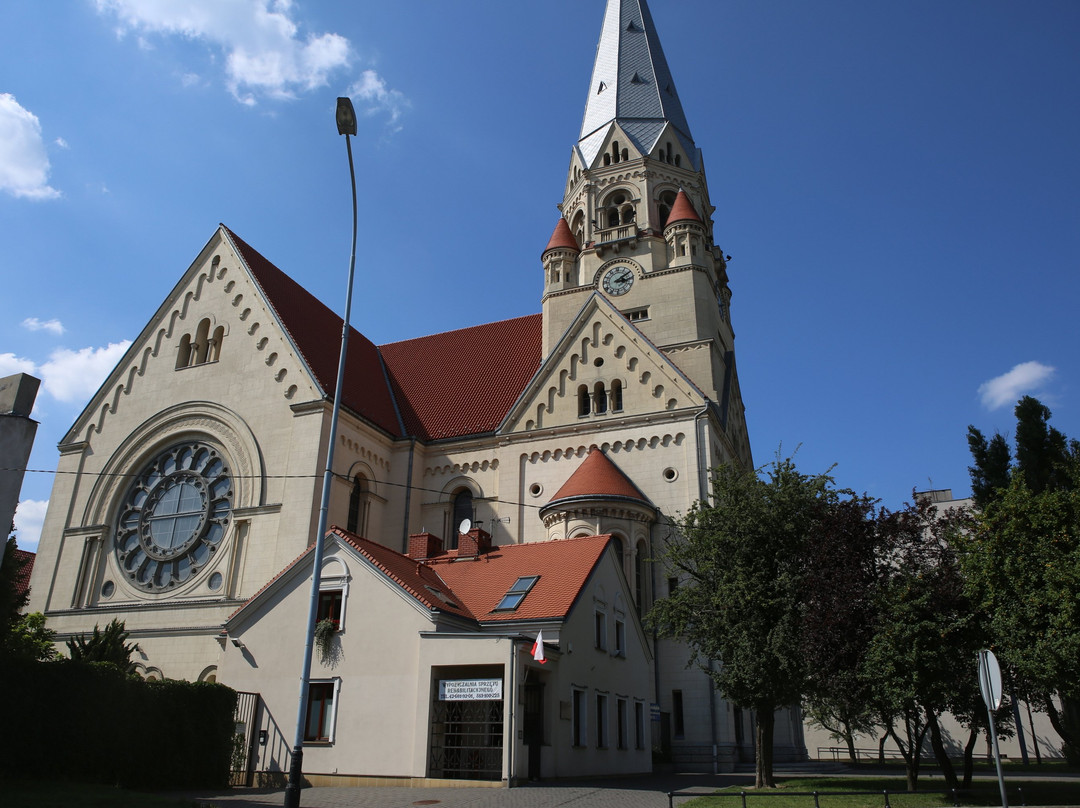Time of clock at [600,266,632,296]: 3:09
